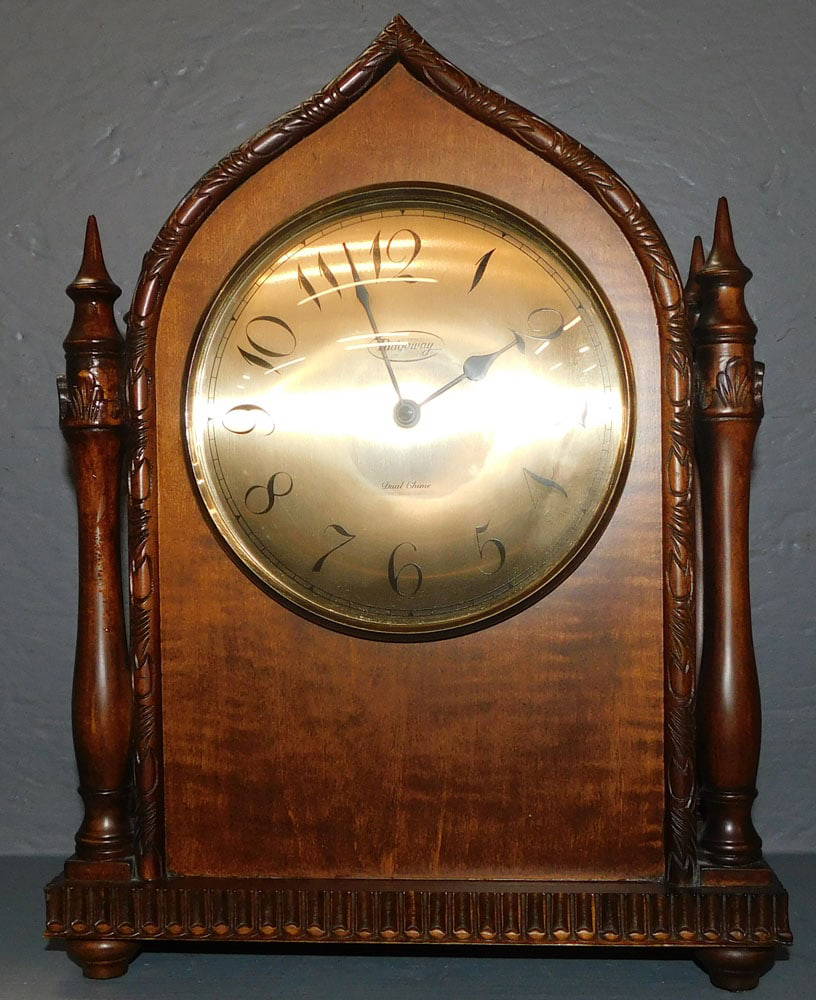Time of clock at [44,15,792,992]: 1:57
